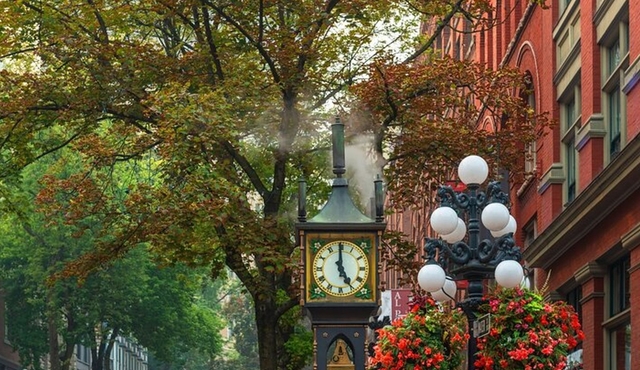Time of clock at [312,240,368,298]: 4:59
